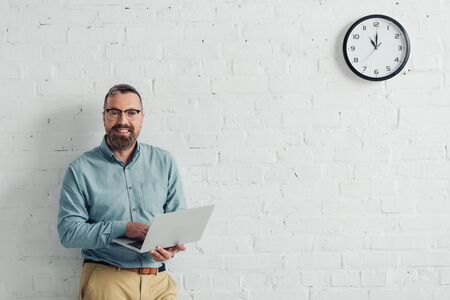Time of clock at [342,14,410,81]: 11:00
